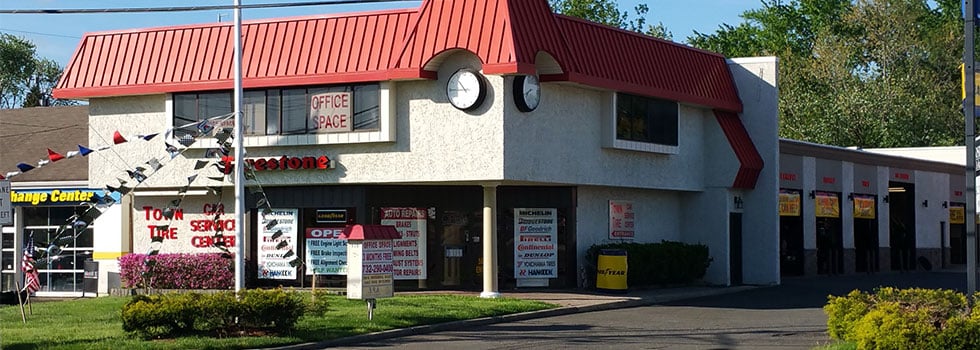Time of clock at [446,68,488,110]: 10:45
